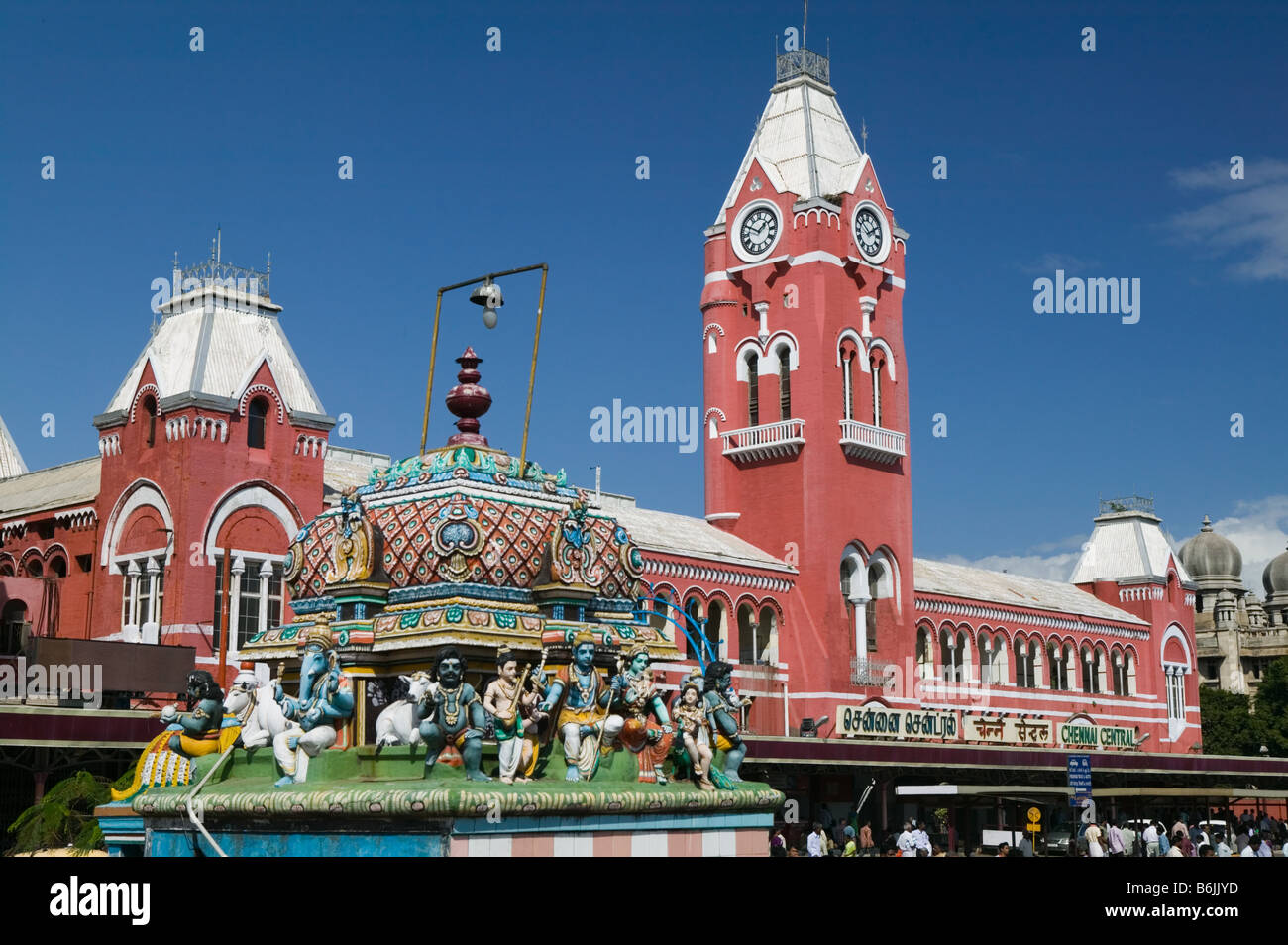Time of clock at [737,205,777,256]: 1:49
